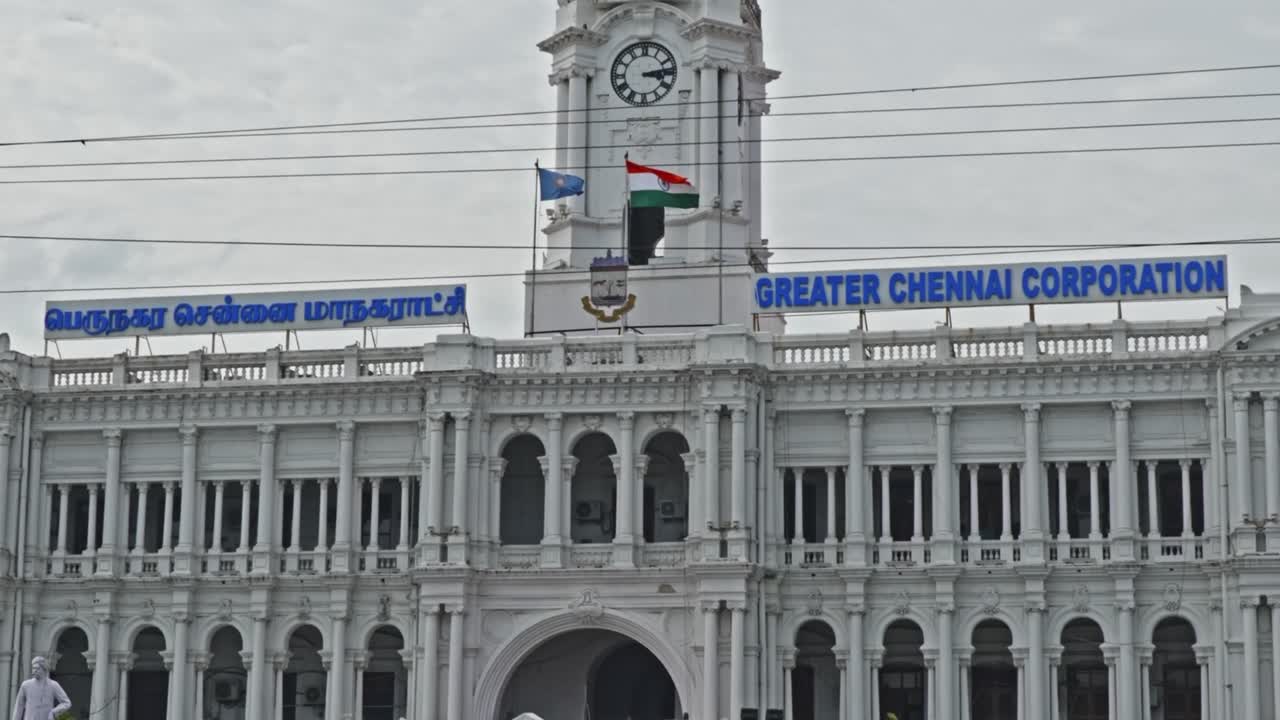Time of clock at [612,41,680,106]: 3:13
